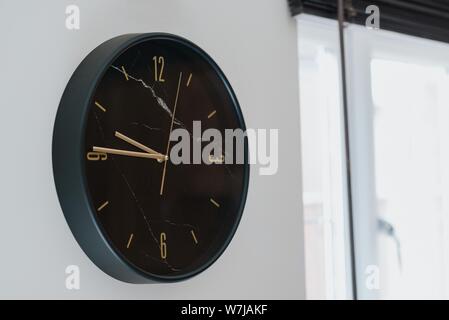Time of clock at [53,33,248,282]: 9:45
